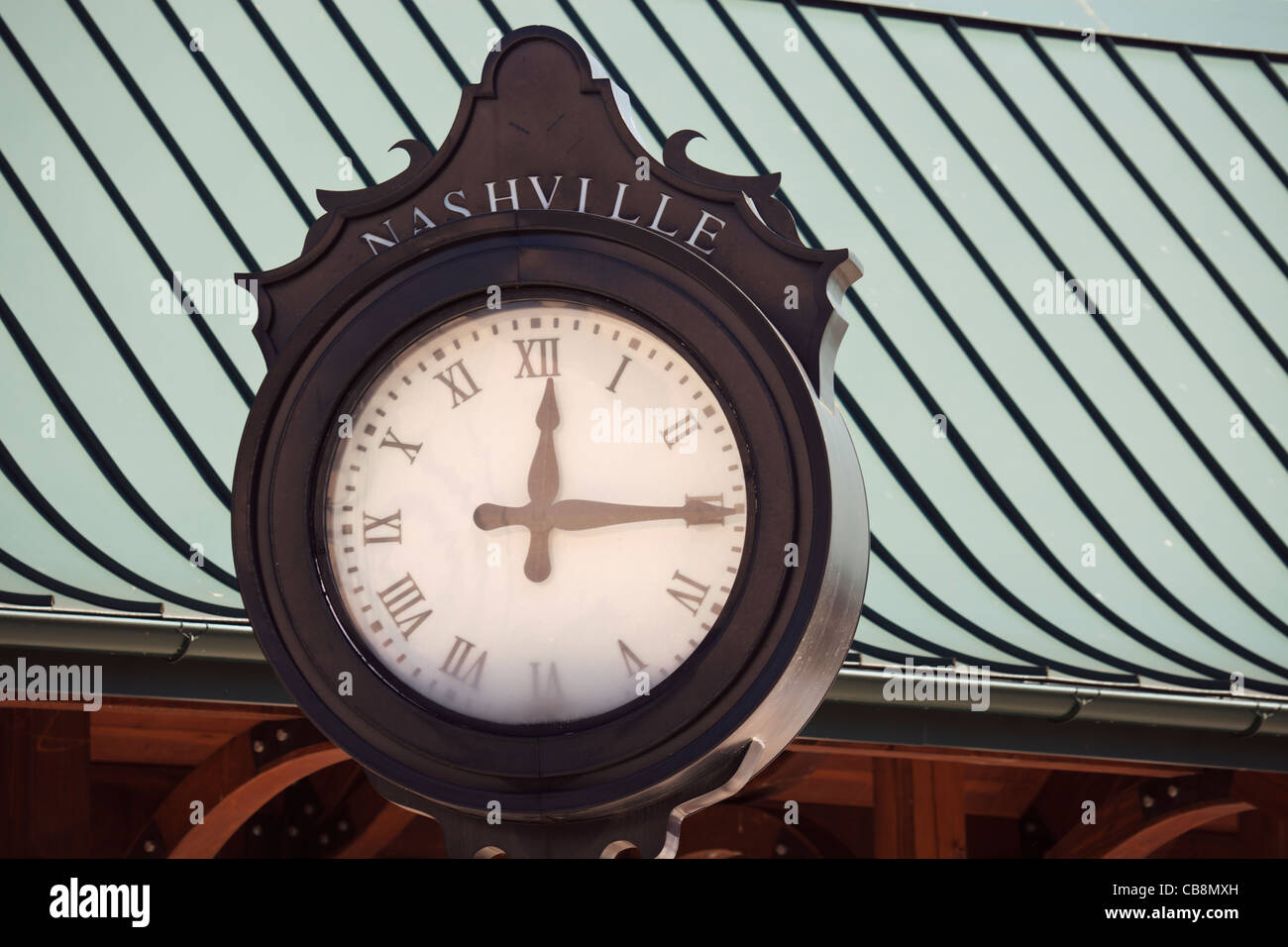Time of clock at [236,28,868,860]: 12:15
